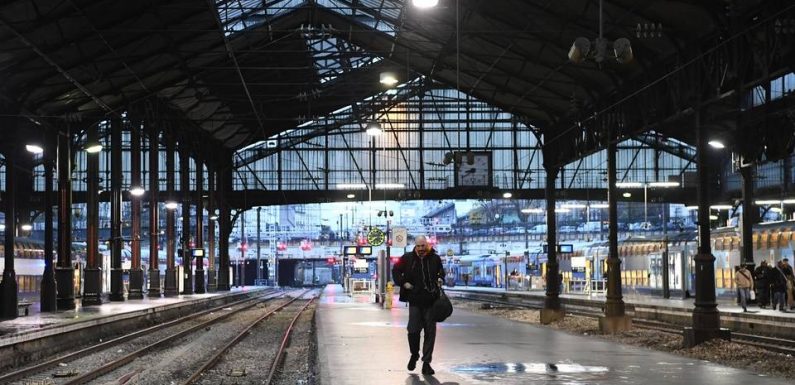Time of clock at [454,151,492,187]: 8:40
